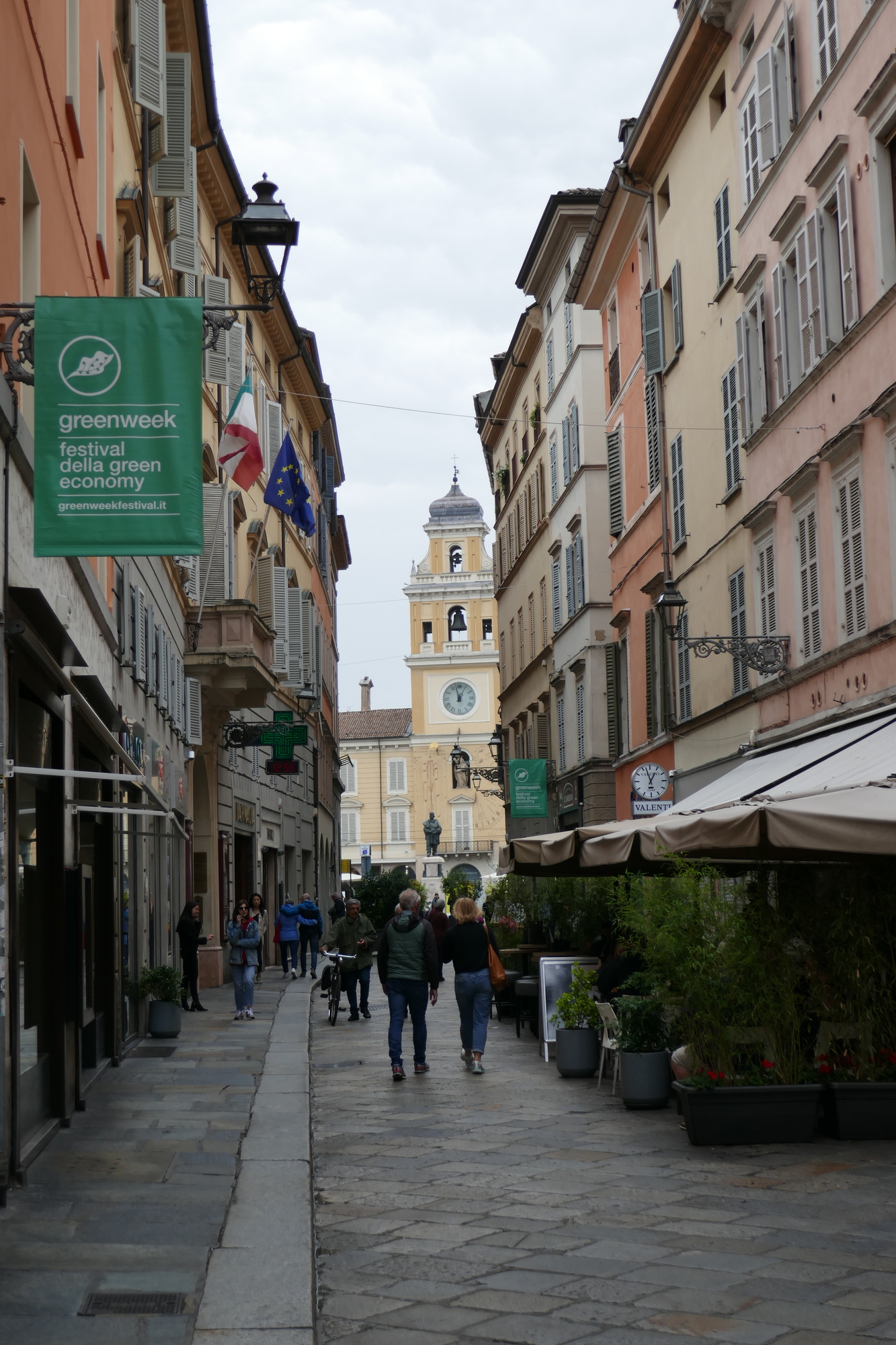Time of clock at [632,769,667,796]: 12:57
